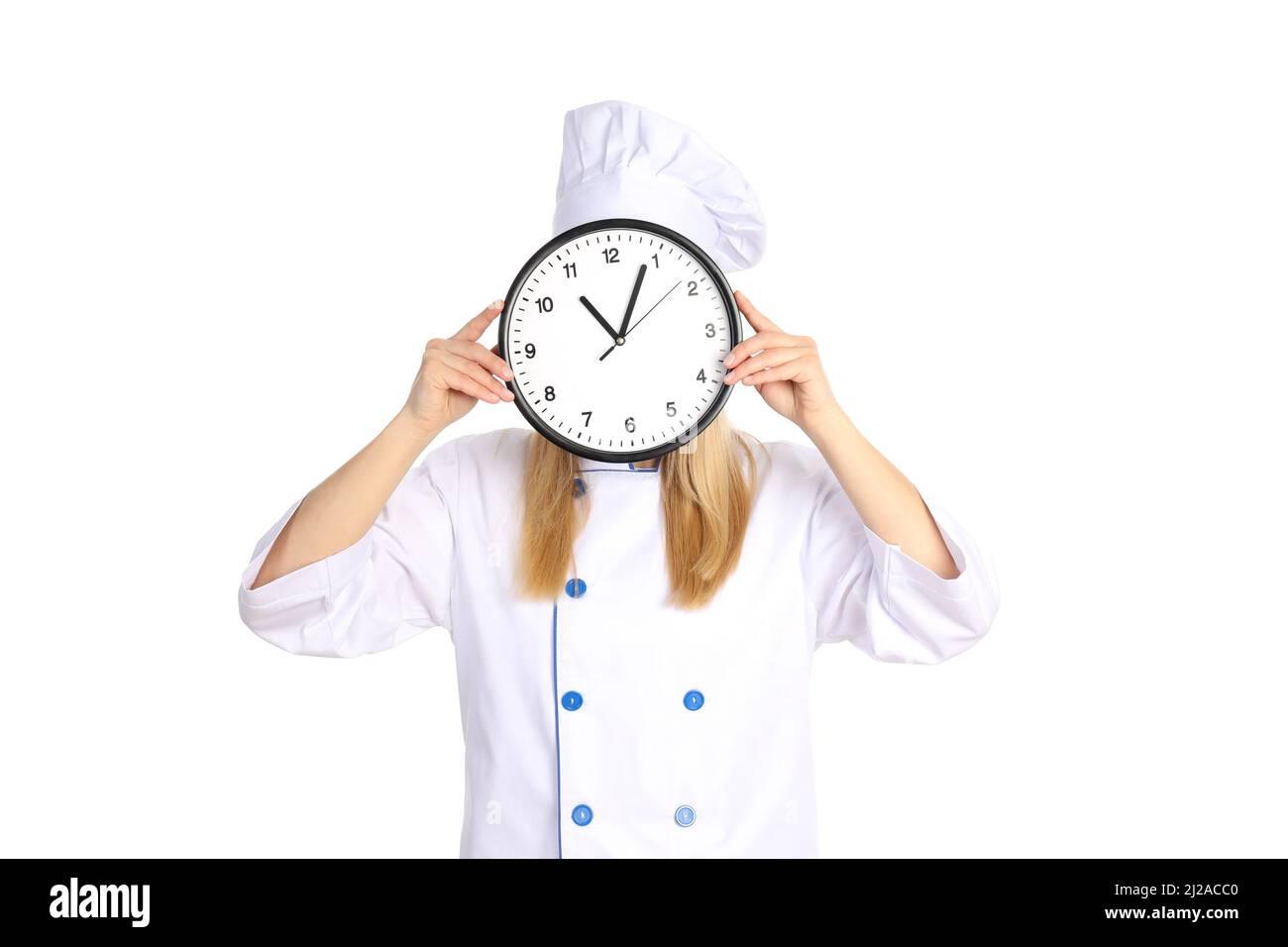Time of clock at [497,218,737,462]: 11:04
